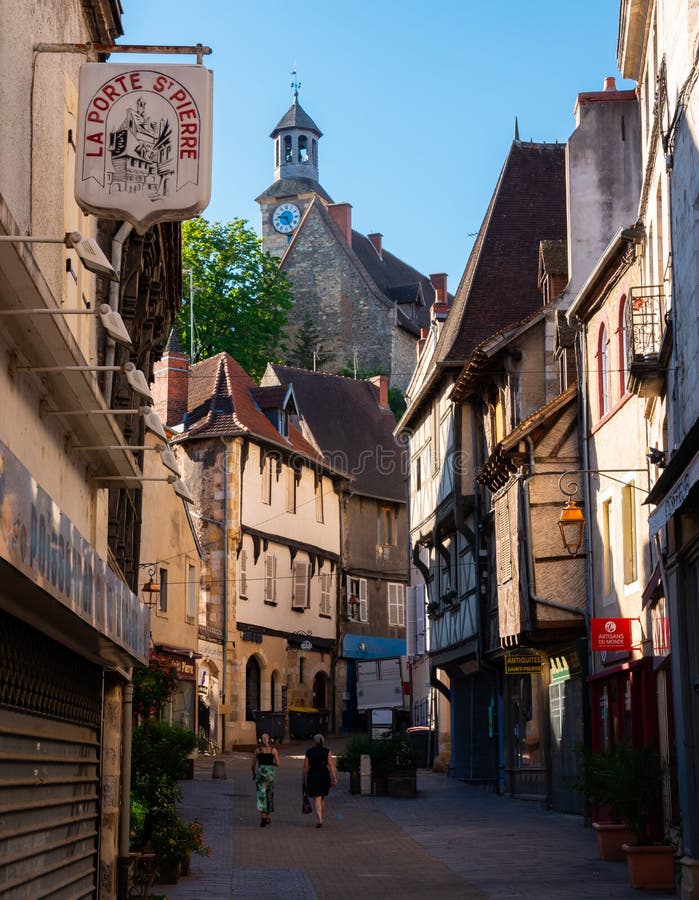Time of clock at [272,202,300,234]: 9:25
